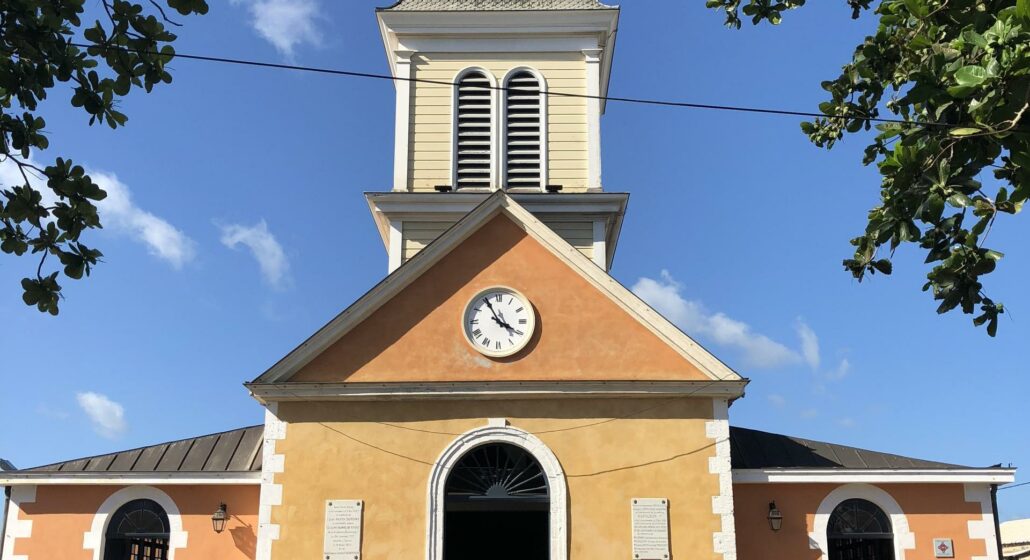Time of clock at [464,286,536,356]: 3:55
